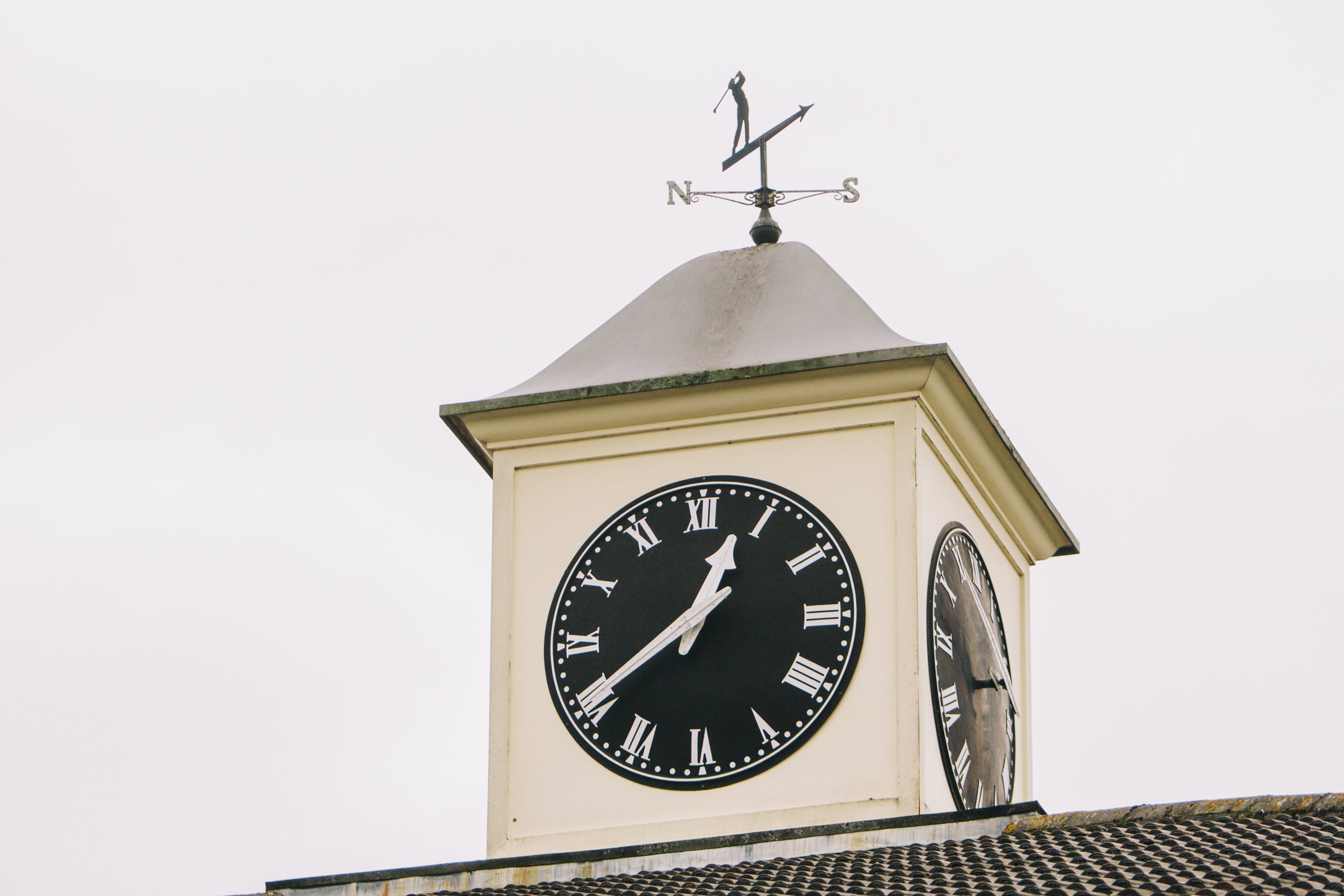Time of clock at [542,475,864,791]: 12:40
